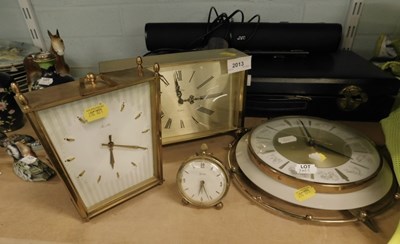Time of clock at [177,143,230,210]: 6:26
